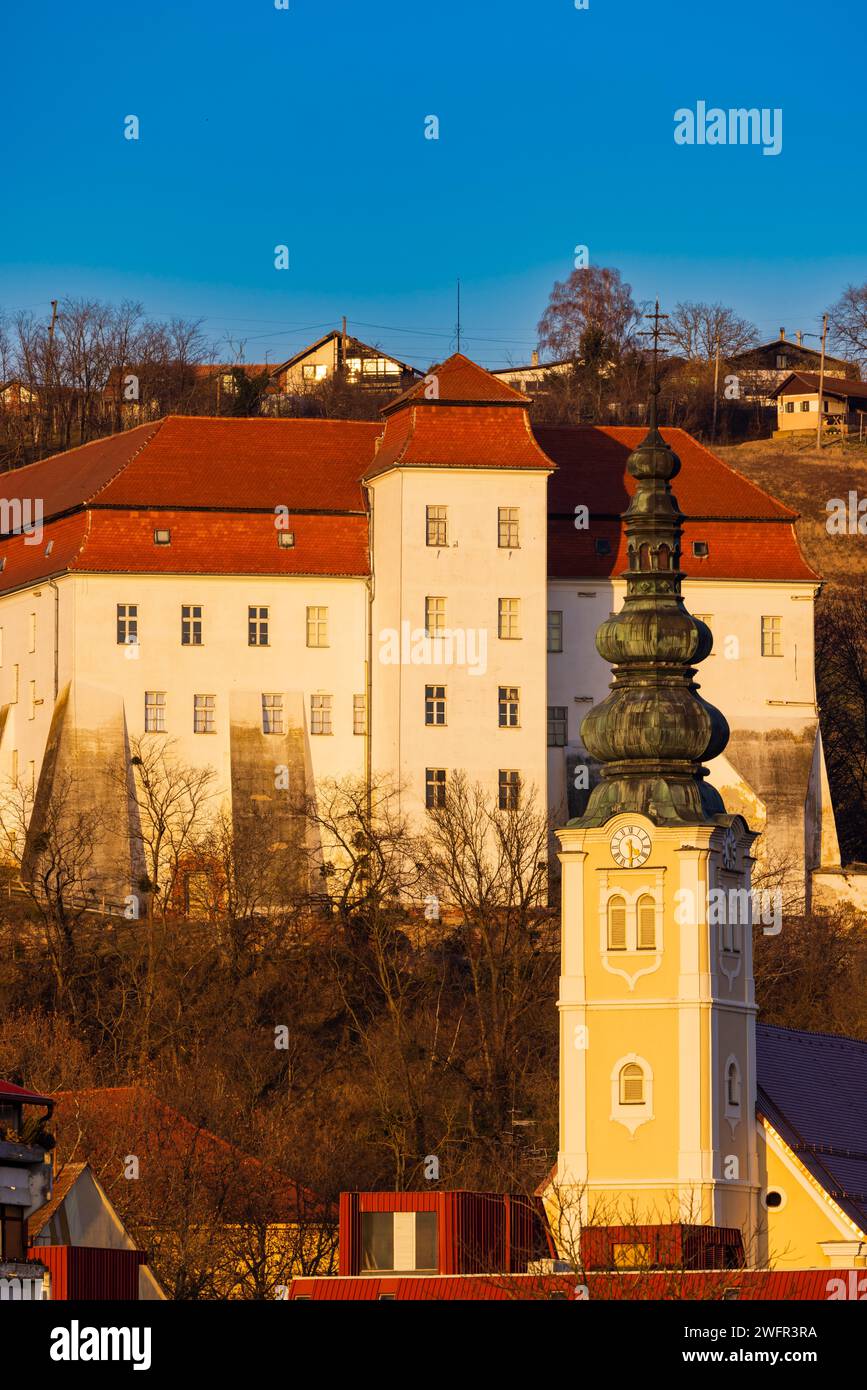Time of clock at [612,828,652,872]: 4:29
